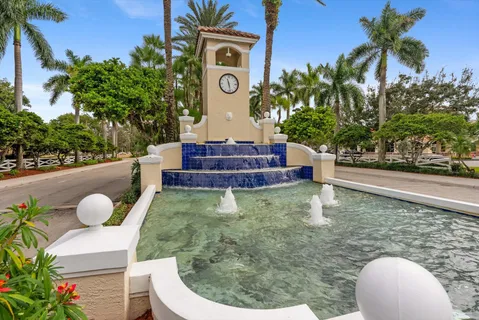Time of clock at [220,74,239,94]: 11:28
